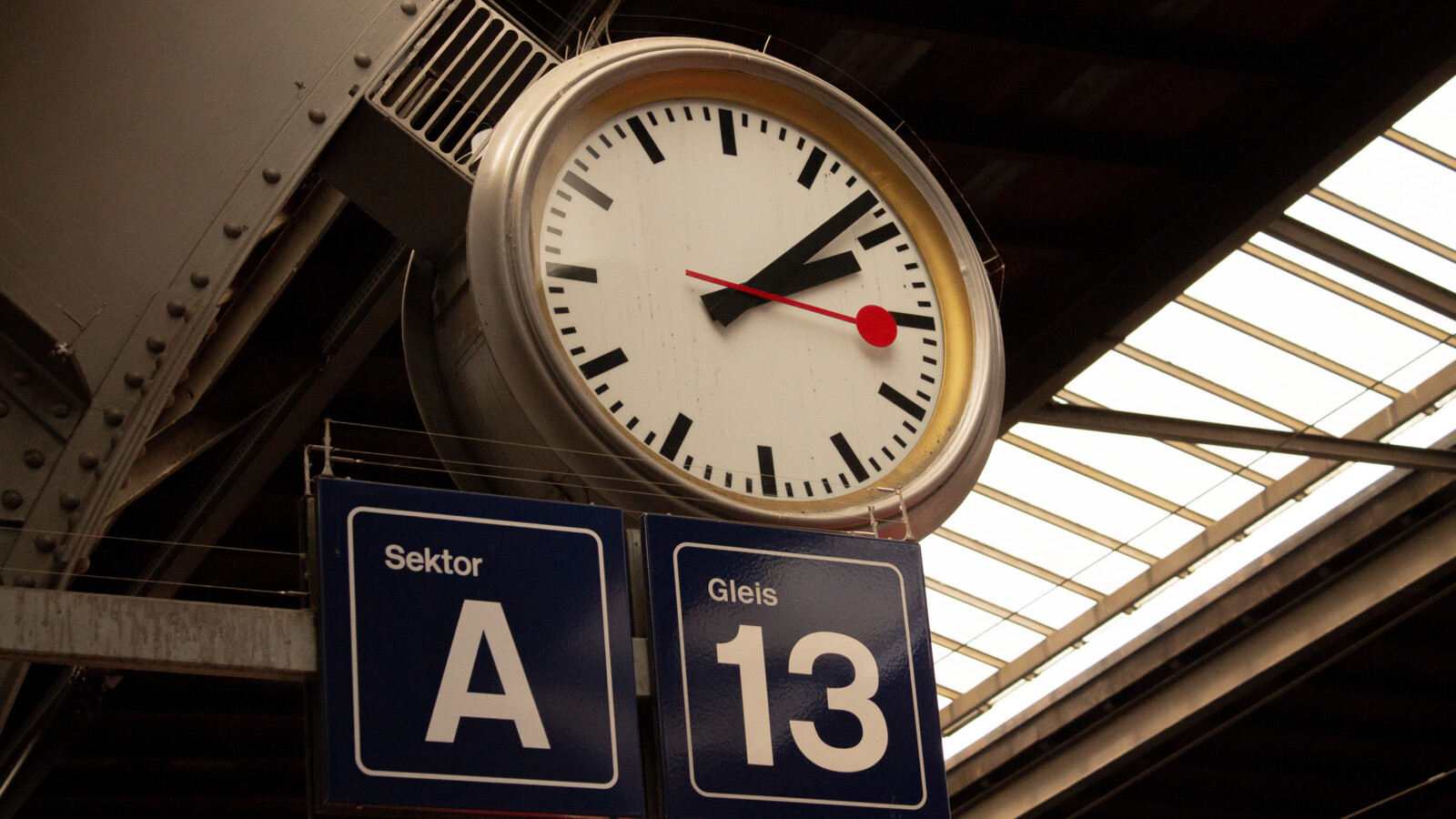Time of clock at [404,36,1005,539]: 2:08
